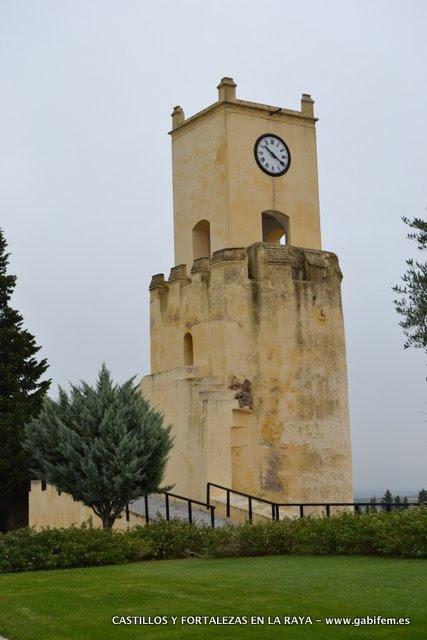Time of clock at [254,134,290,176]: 10:20
